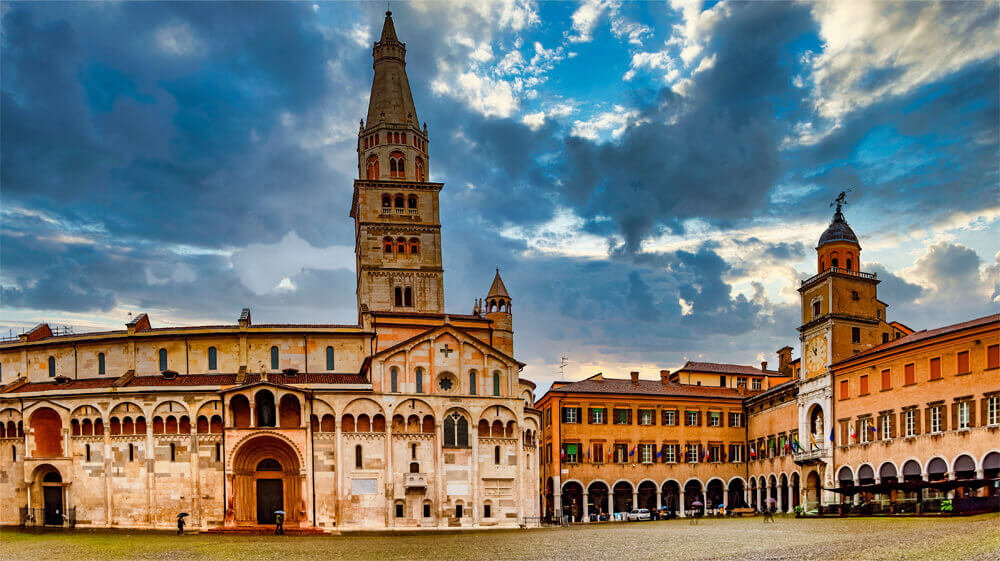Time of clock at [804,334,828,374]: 11:52
